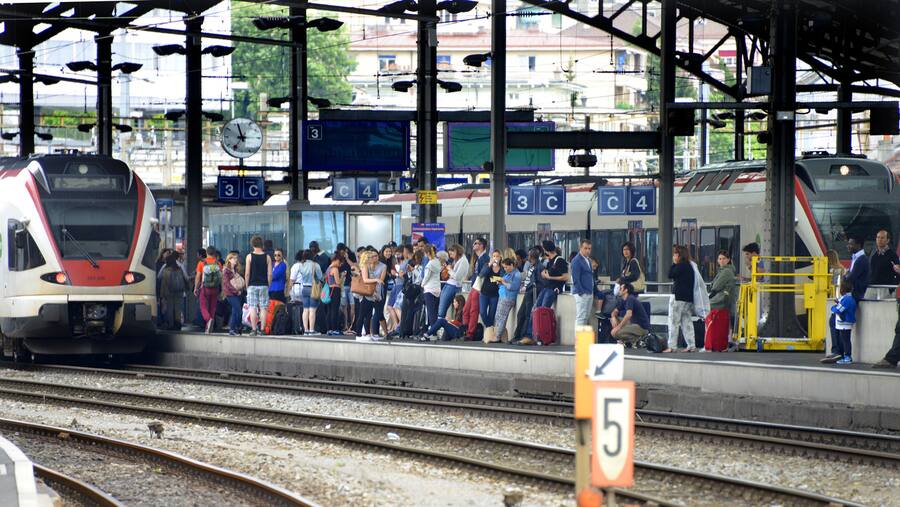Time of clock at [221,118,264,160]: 11:35
